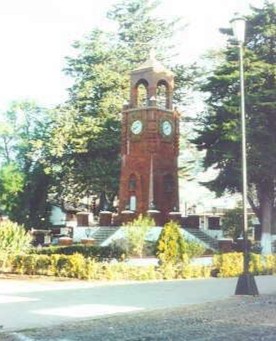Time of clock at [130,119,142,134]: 8:38
